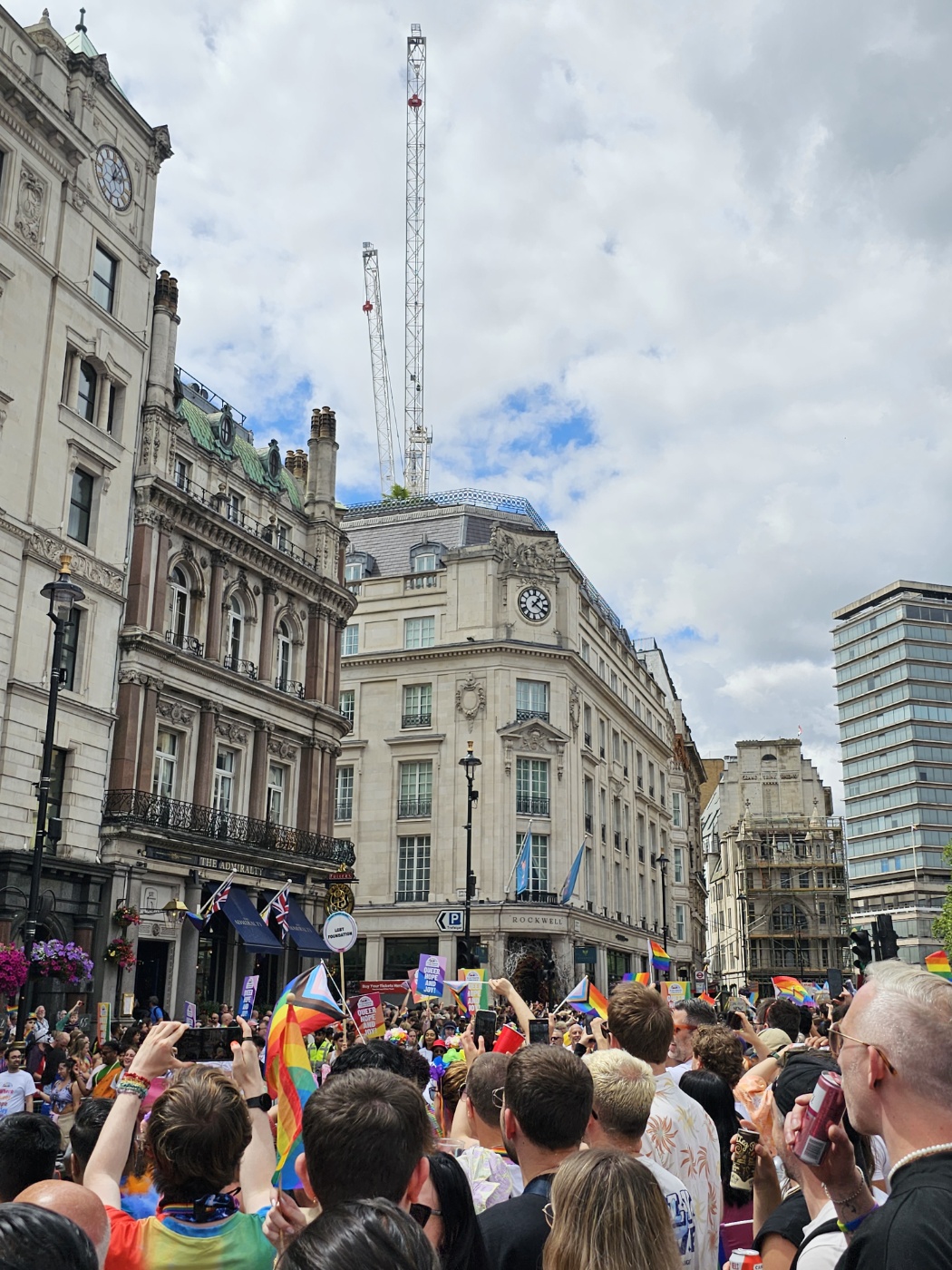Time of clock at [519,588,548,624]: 1:20
